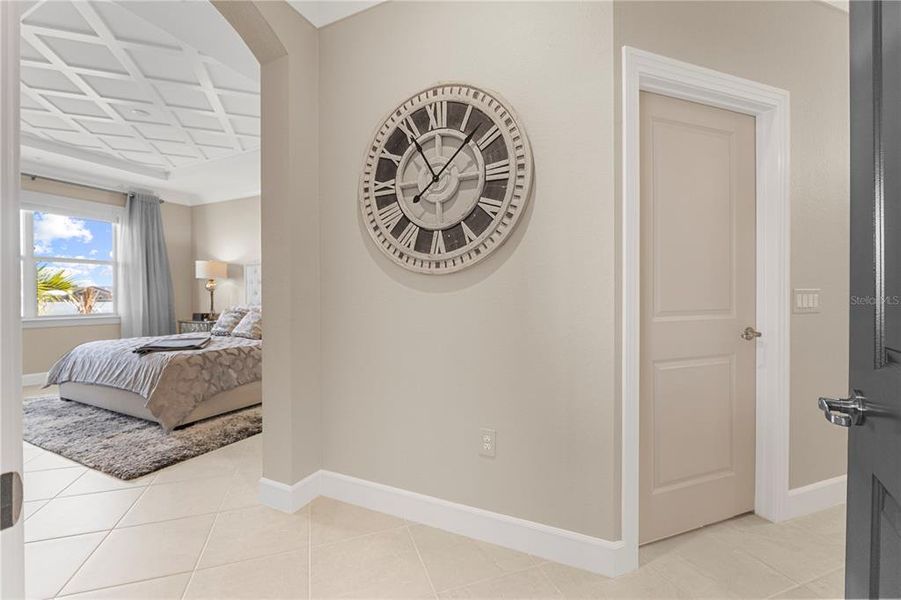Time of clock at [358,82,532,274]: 11:07
